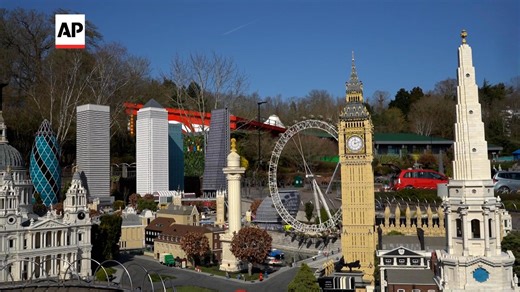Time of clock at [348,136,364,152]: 12:12
